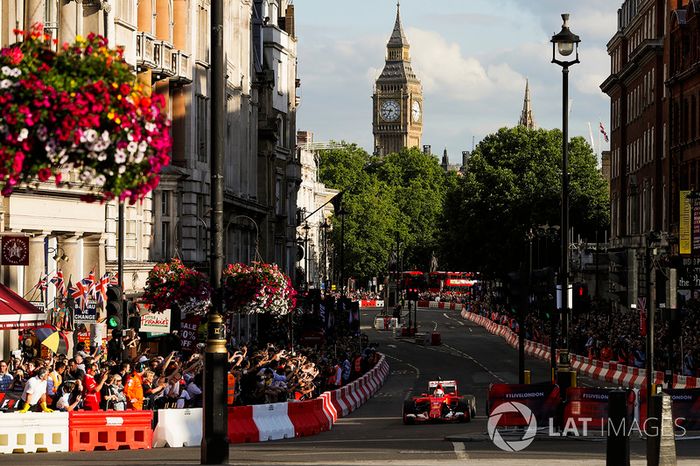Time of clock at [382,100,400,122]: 6:46
